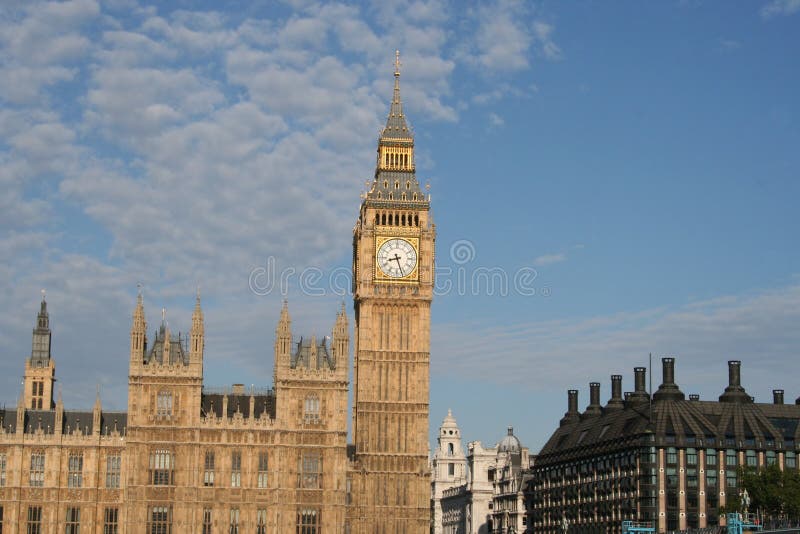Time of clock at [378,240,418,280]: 8:27
